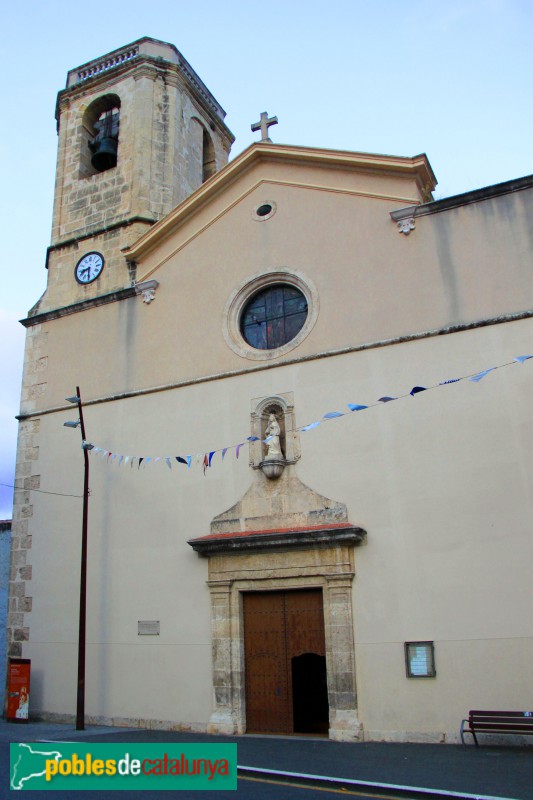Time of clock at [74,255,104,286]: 8:30
